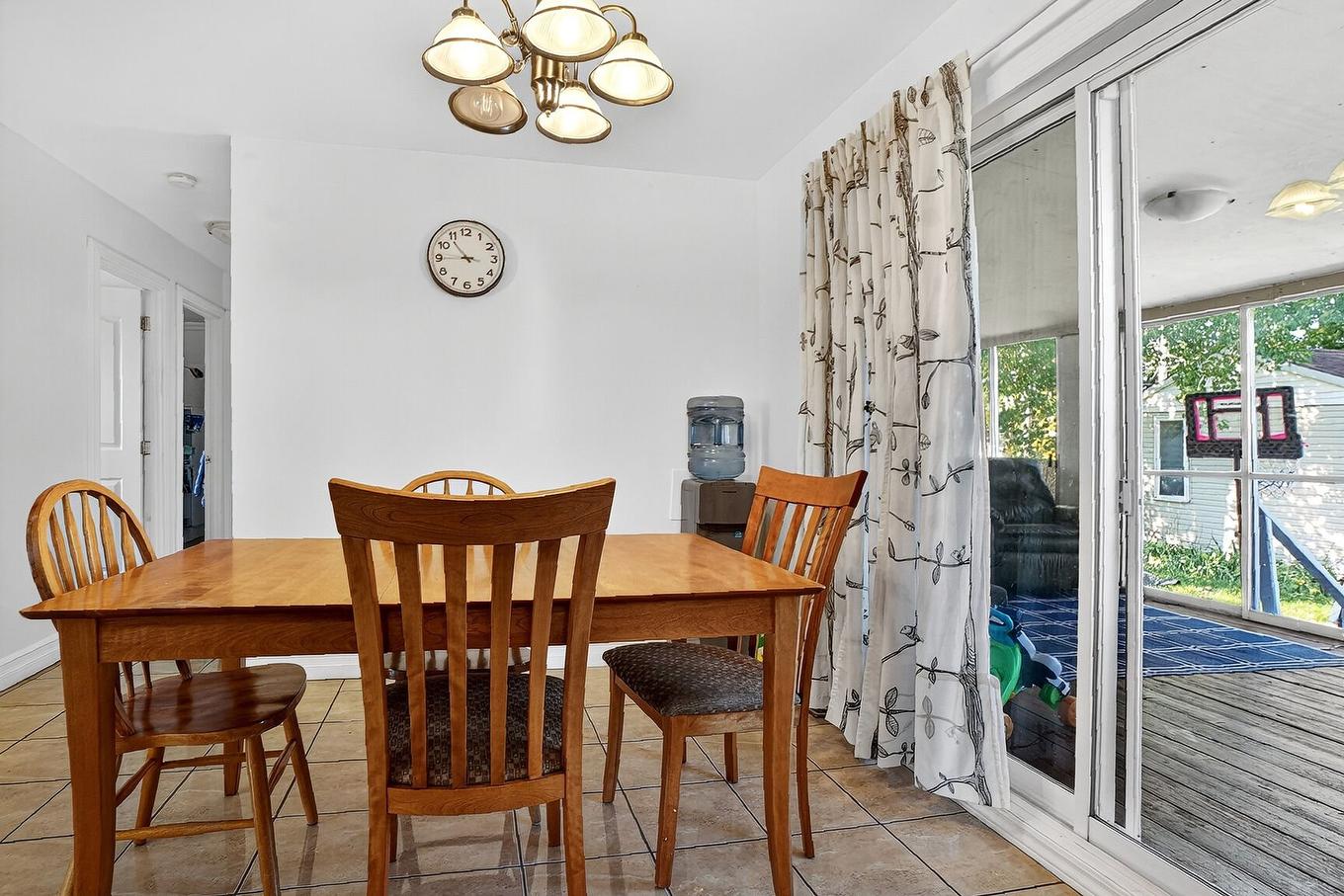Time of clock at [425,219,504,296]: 10:45
